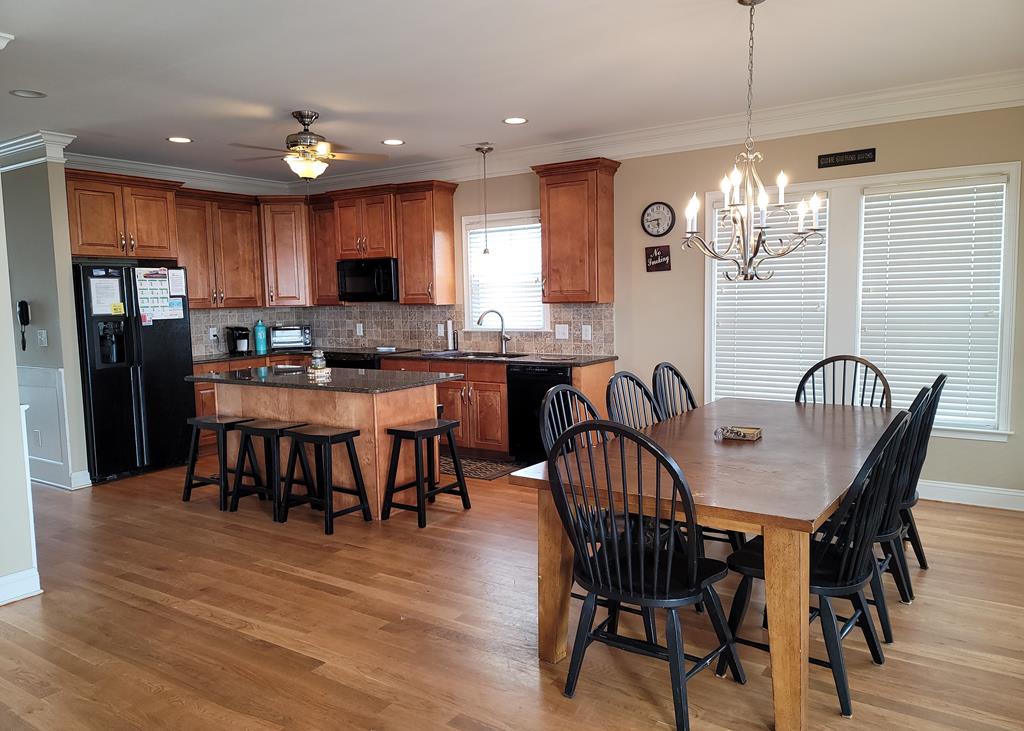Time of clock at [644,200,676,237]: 5:43
